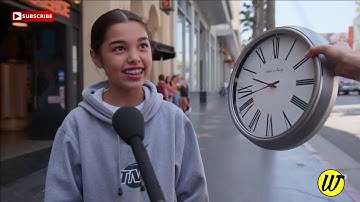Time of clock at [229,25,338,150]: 9:42
